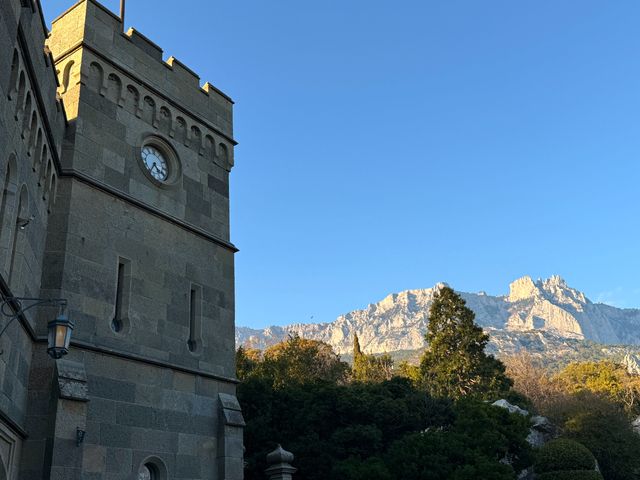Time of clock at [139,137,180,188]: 4:35
